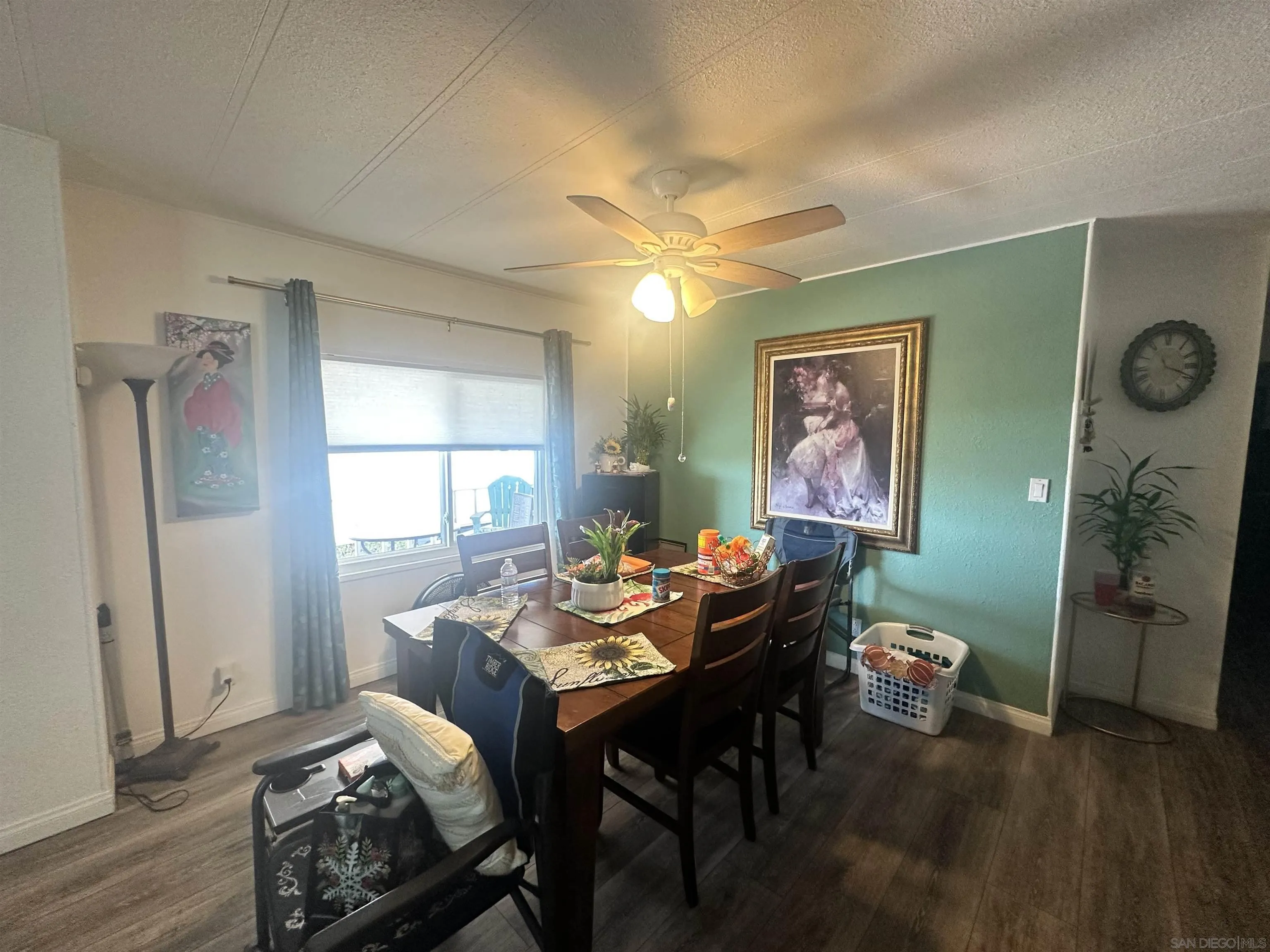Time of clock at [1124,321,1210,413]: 11:18
